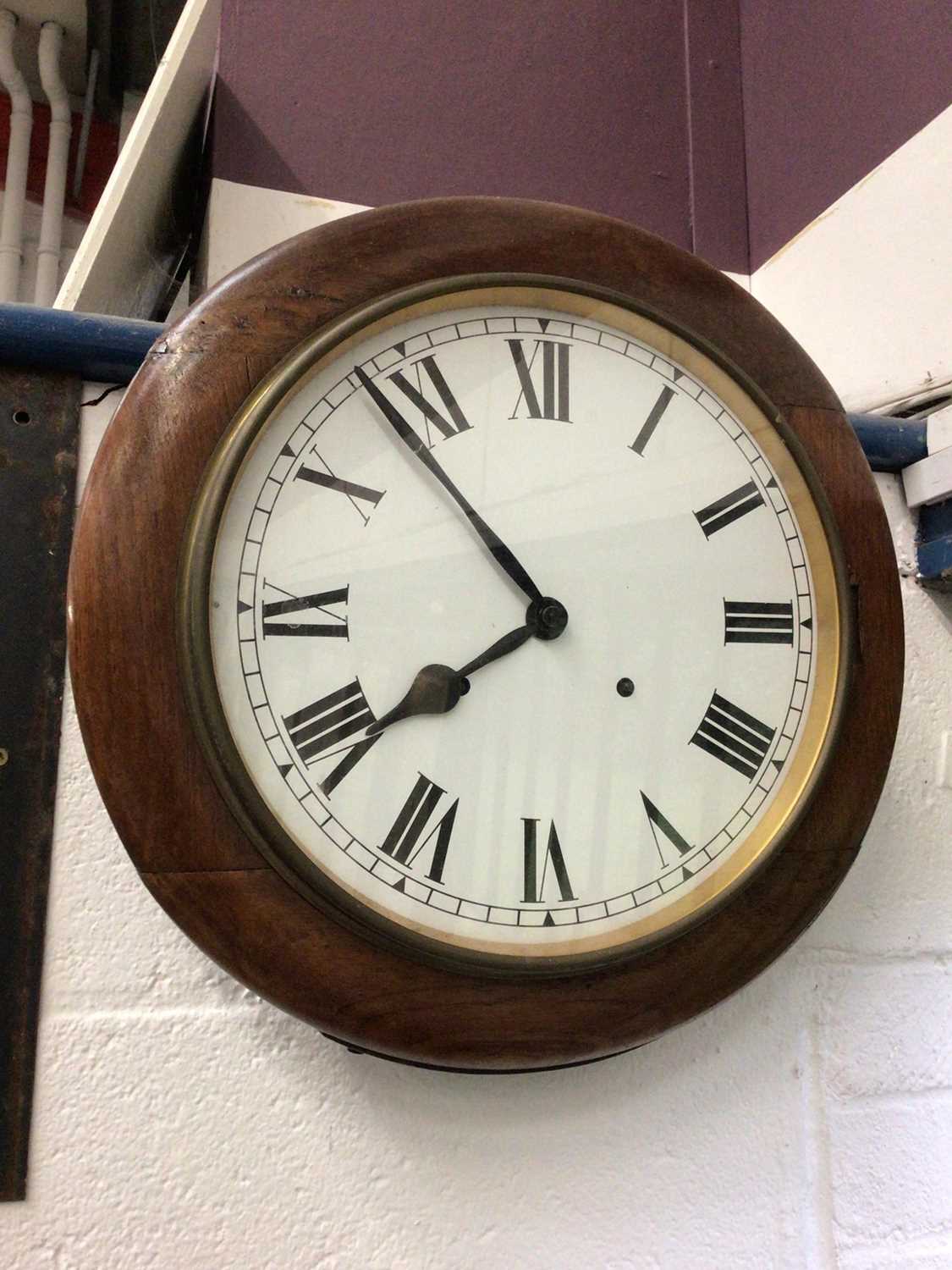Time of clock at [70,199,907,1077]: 7:53
